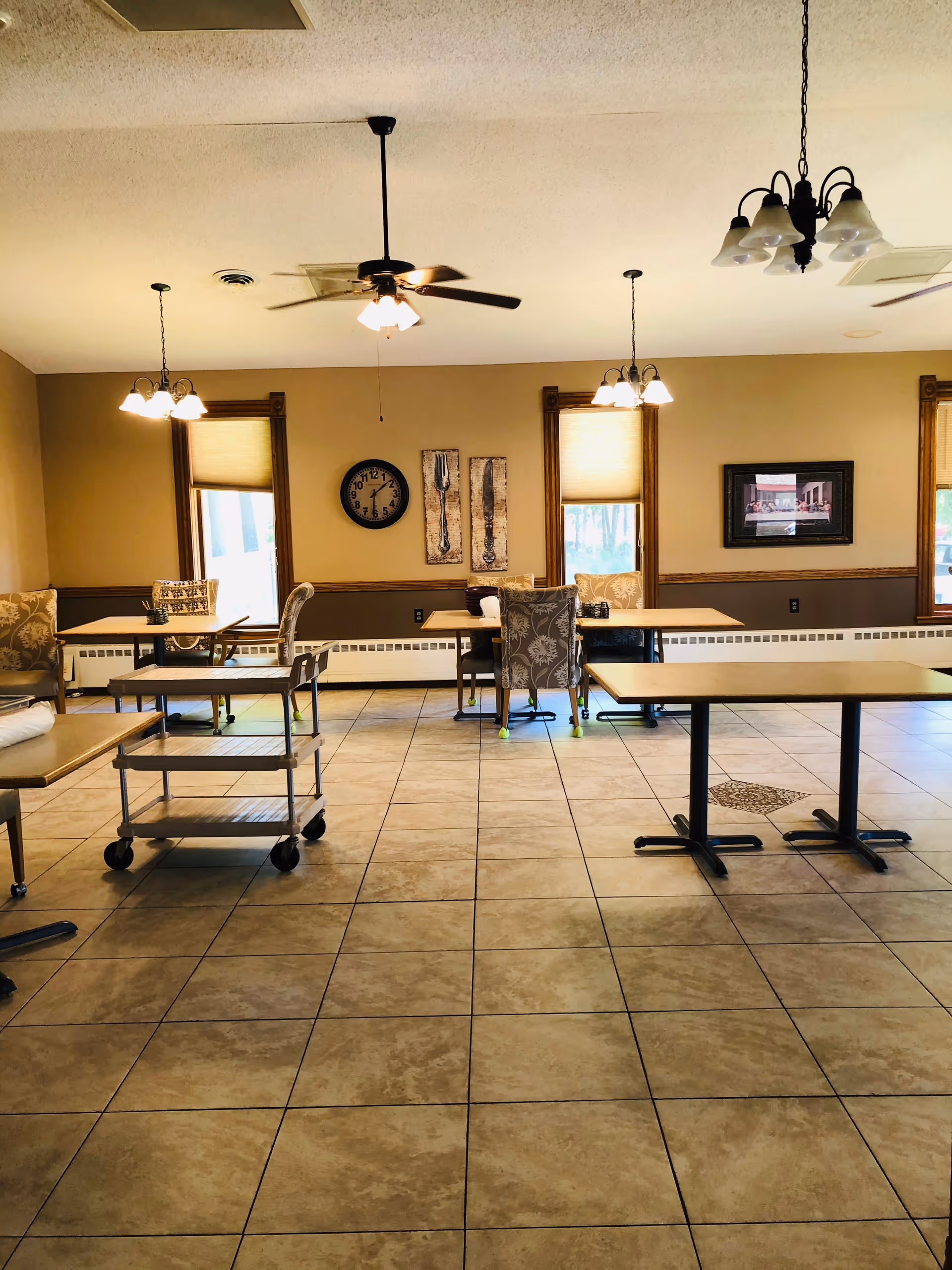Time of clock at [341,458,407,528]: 1:31
